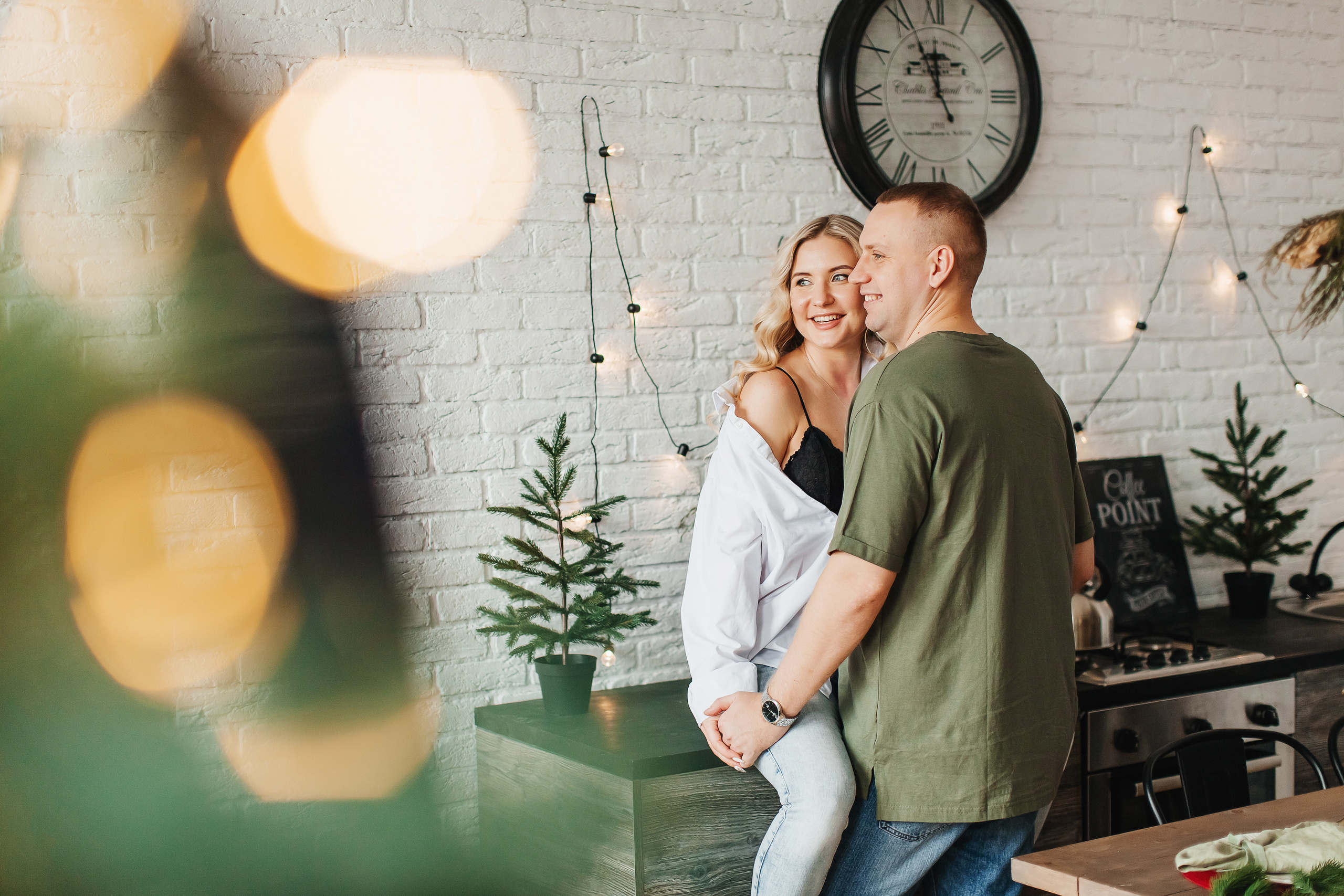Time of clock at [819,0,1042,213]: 11:56
